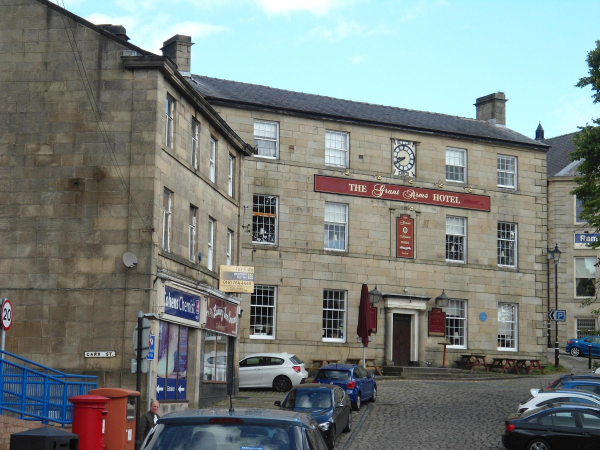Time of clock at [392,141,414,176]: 8:39
